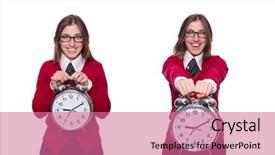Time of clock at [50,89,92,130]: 9:10
